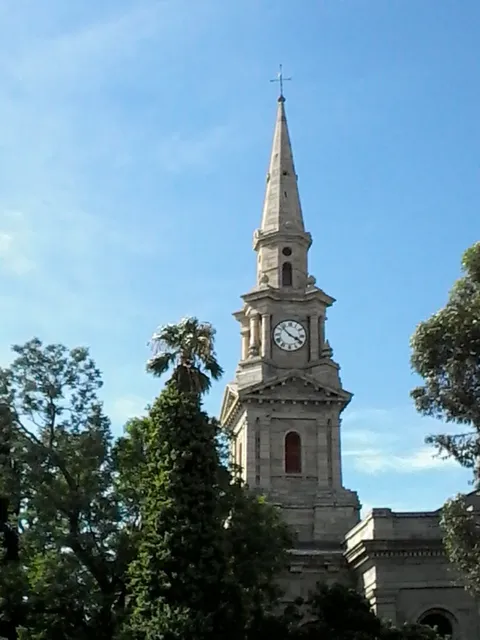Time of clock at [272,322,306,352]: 3:52
